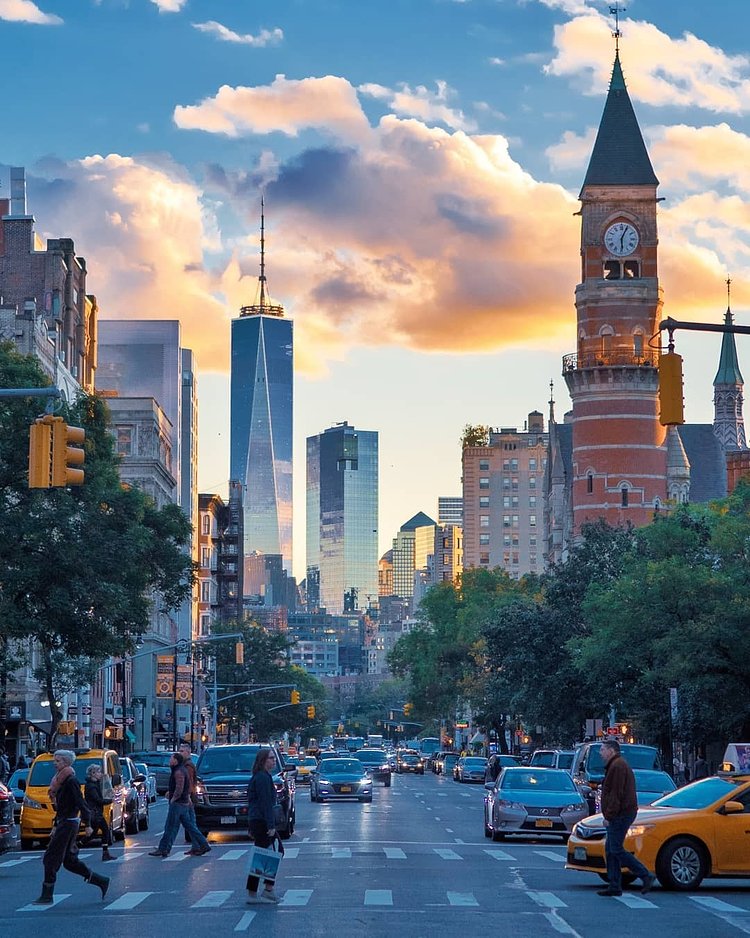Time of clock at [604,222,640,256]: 6:04
